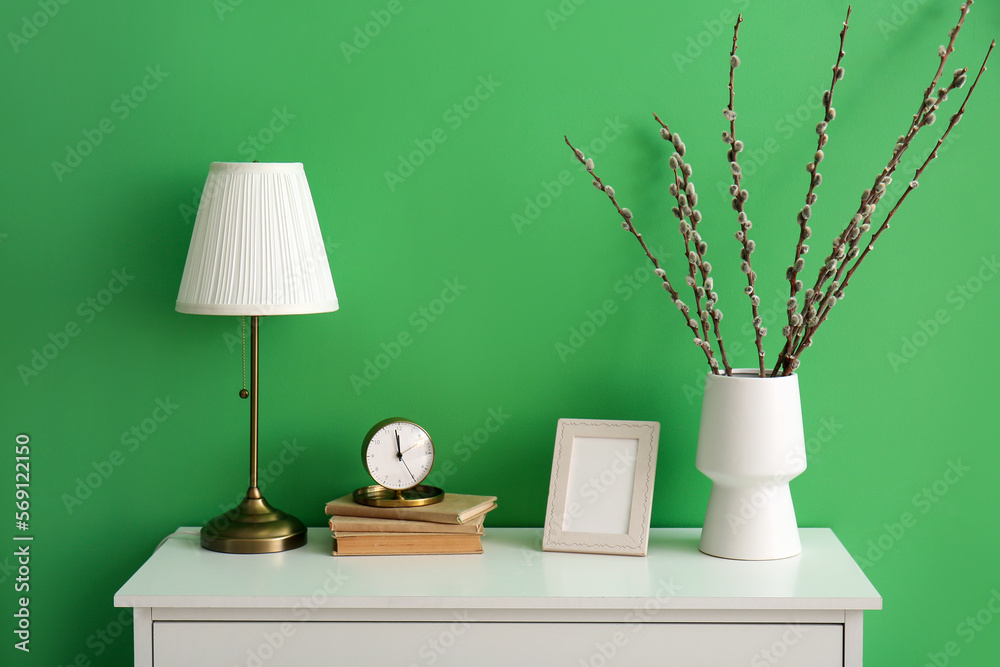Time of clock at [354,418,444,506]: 11:58
